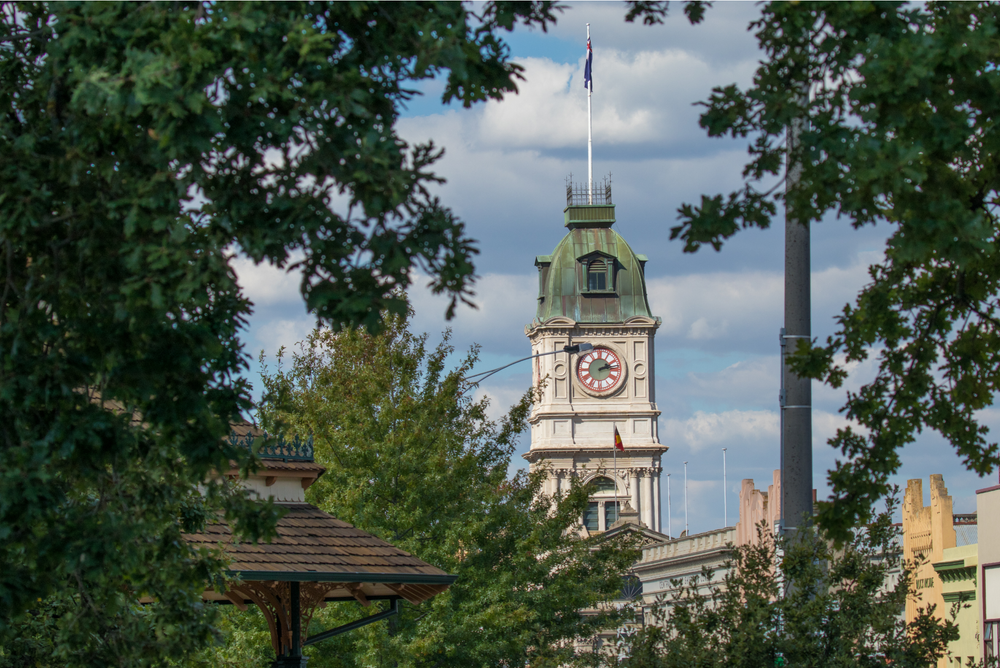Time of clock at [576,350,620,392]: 2:13
